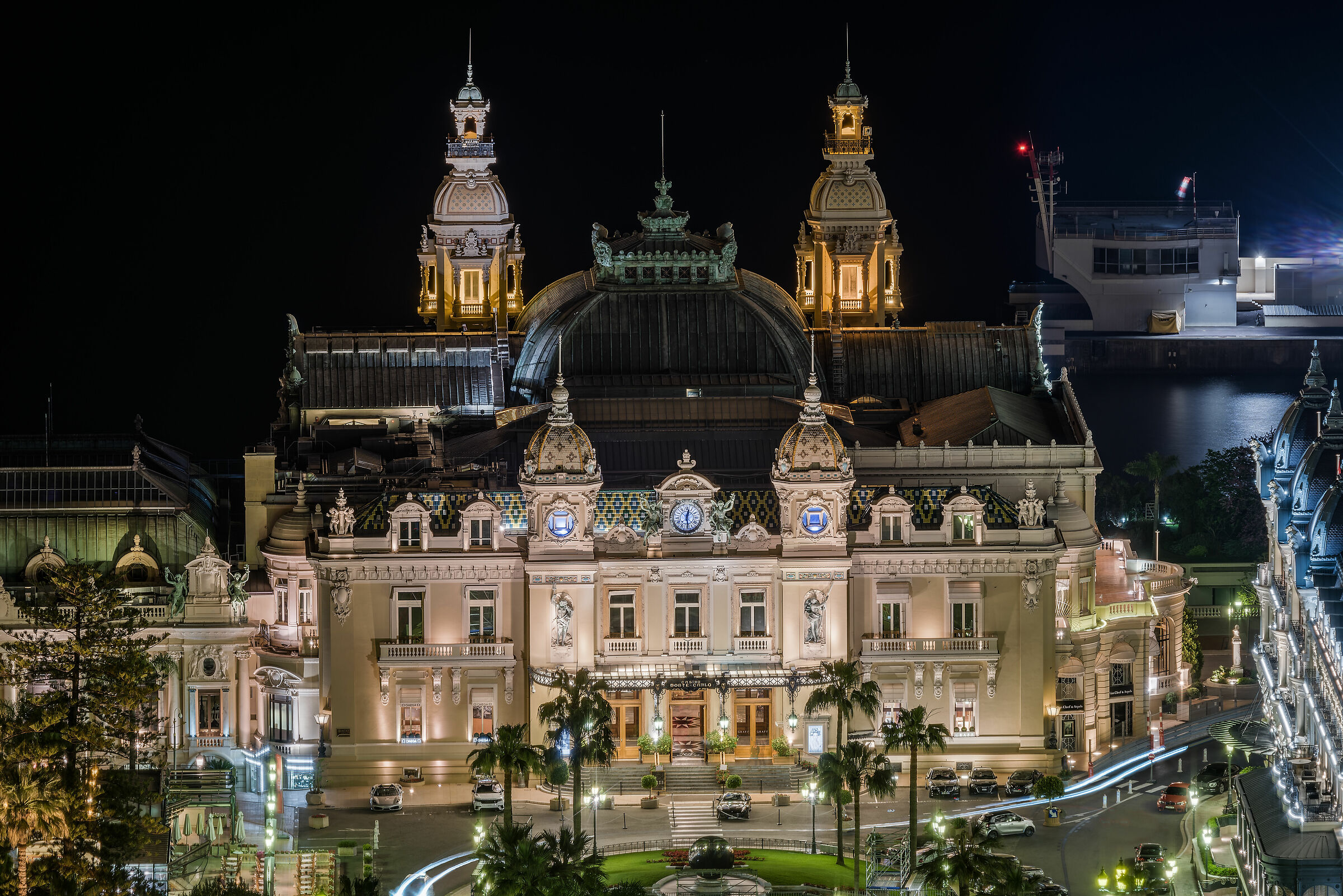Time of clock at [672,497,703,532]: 12:28
